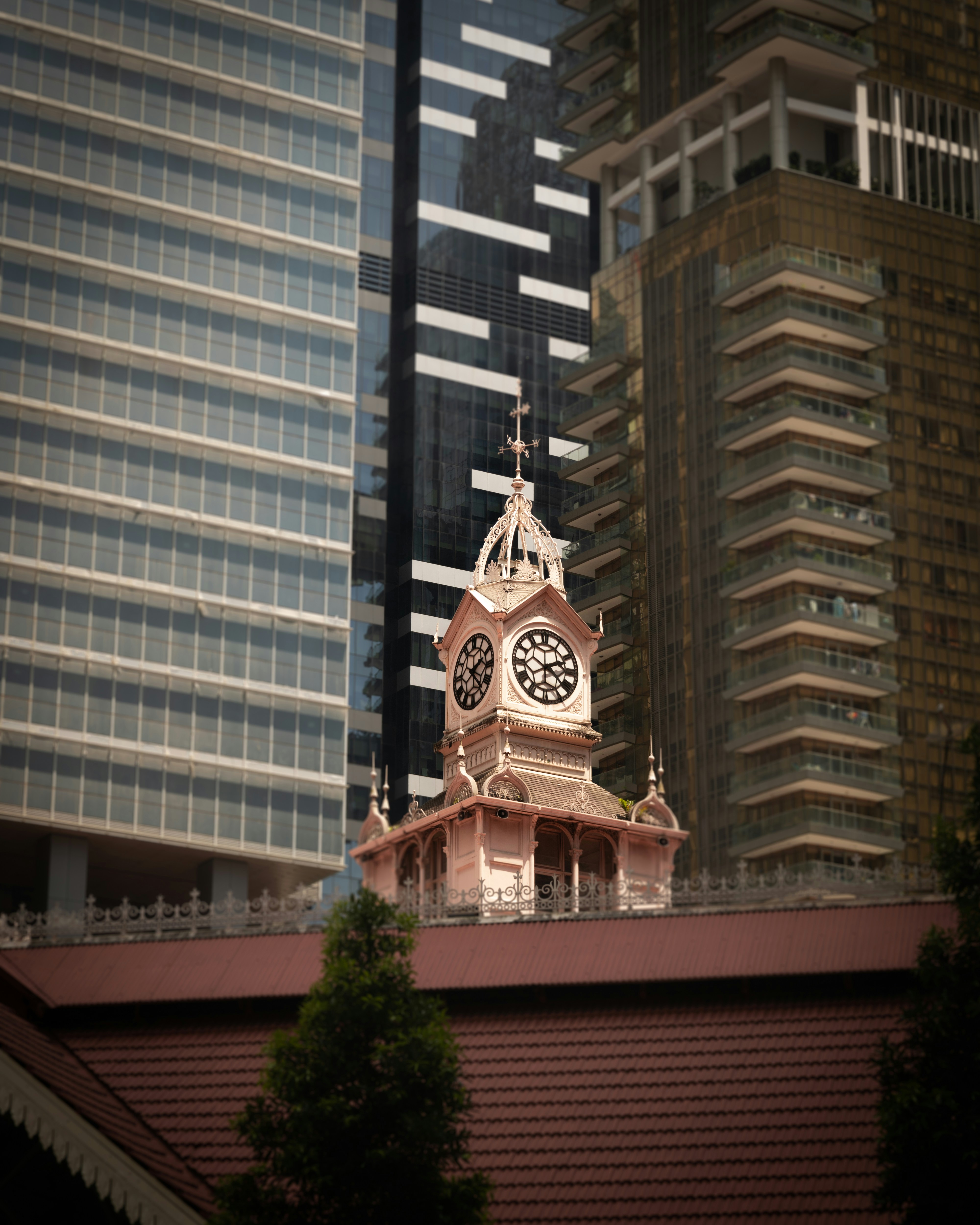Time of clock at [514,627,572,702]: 2:21
